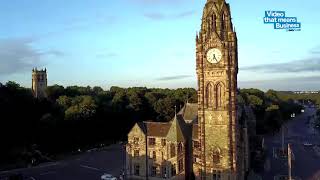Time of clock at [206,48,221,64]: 6:25
